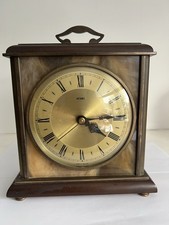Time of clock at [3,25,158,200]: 4:15
